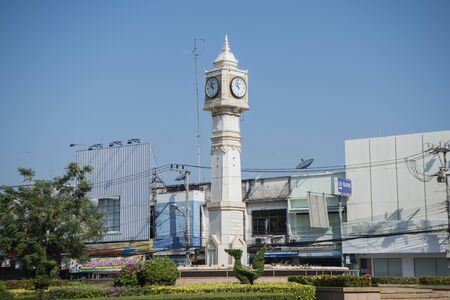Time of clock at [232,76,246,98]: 9:57
